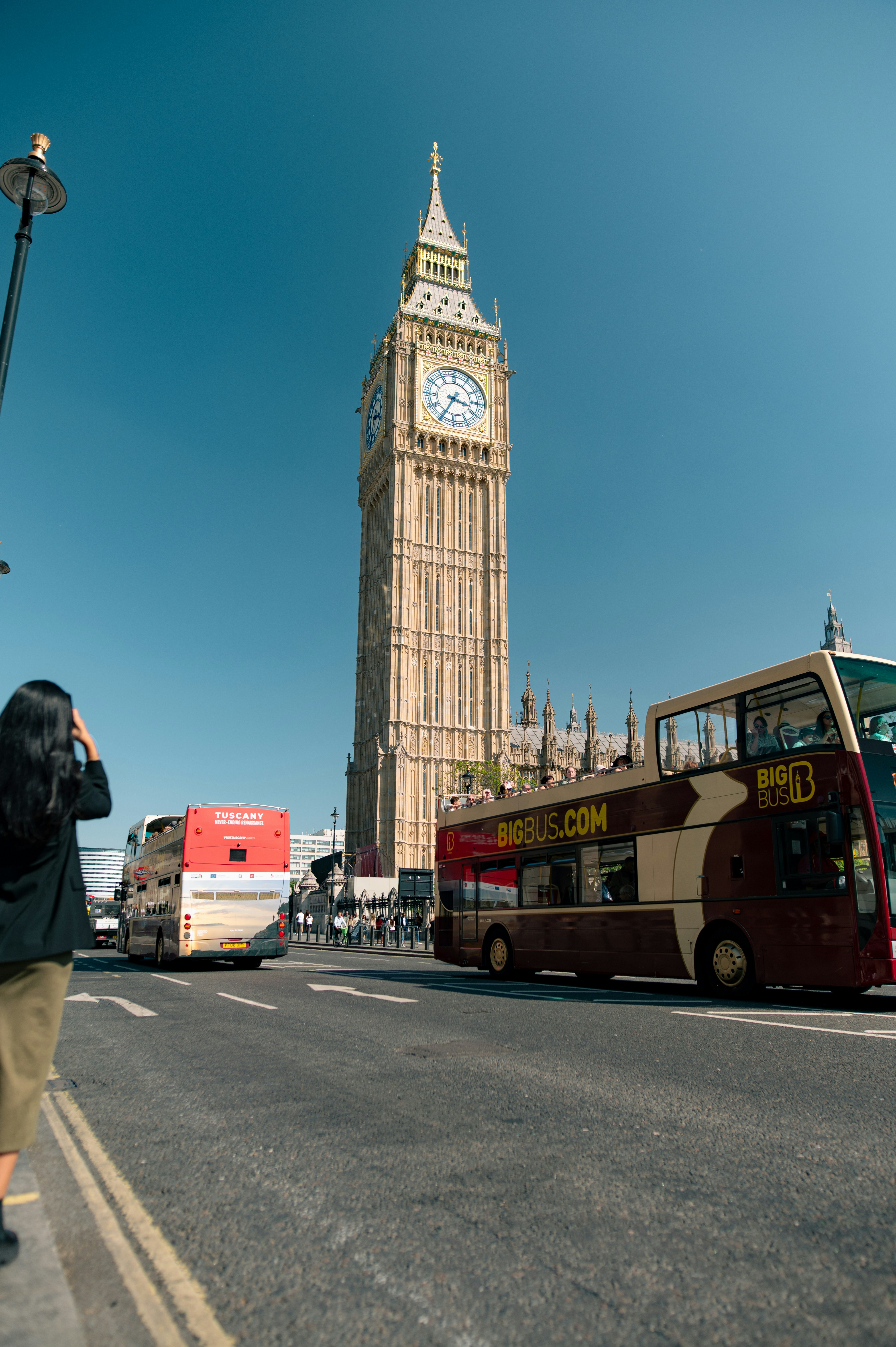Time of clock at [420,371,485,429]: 3:34
